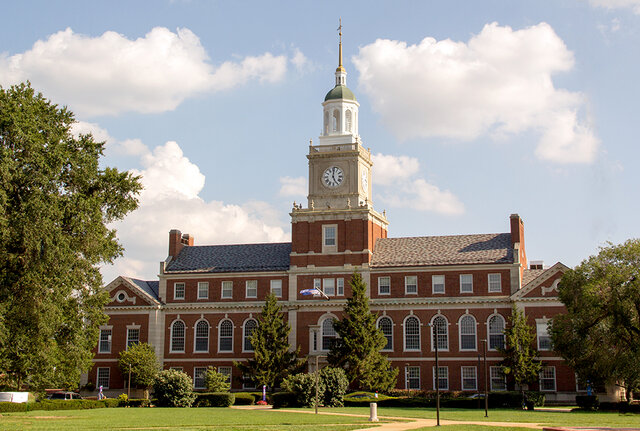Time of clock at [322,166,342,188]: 5:00
